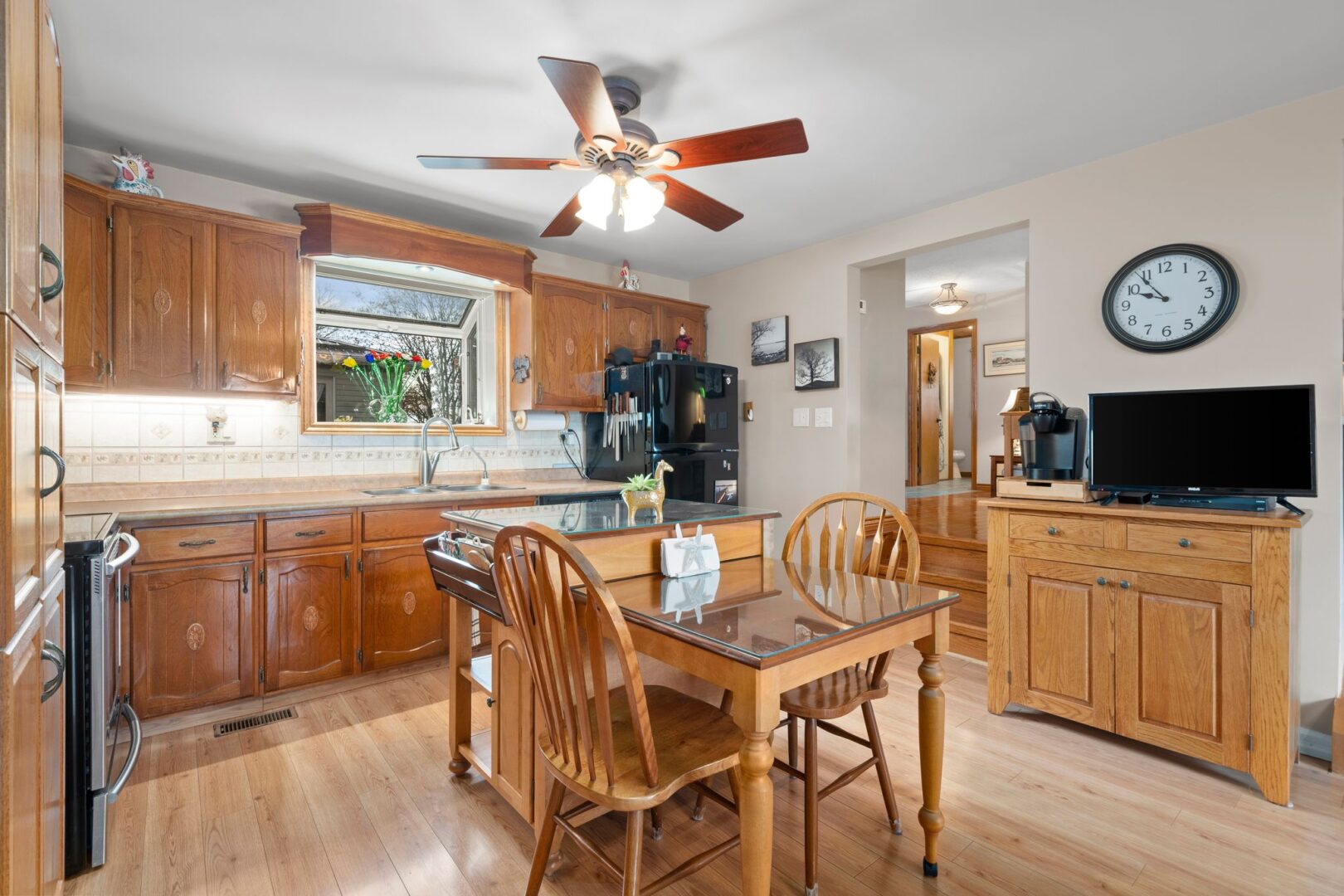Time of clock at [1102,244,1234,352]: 9:53
